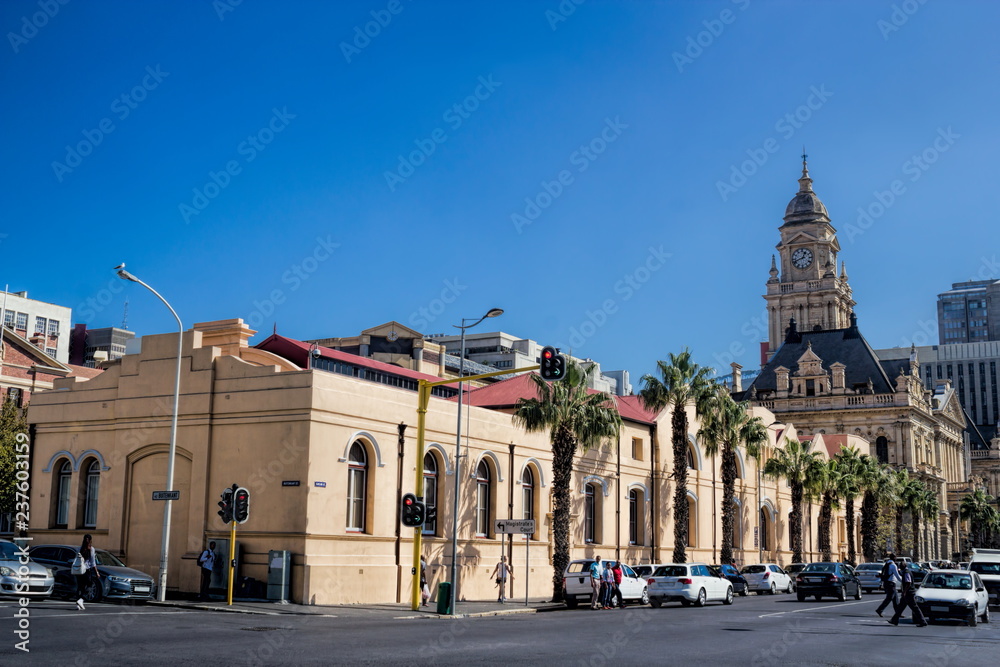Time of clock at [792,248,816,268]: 12:41
